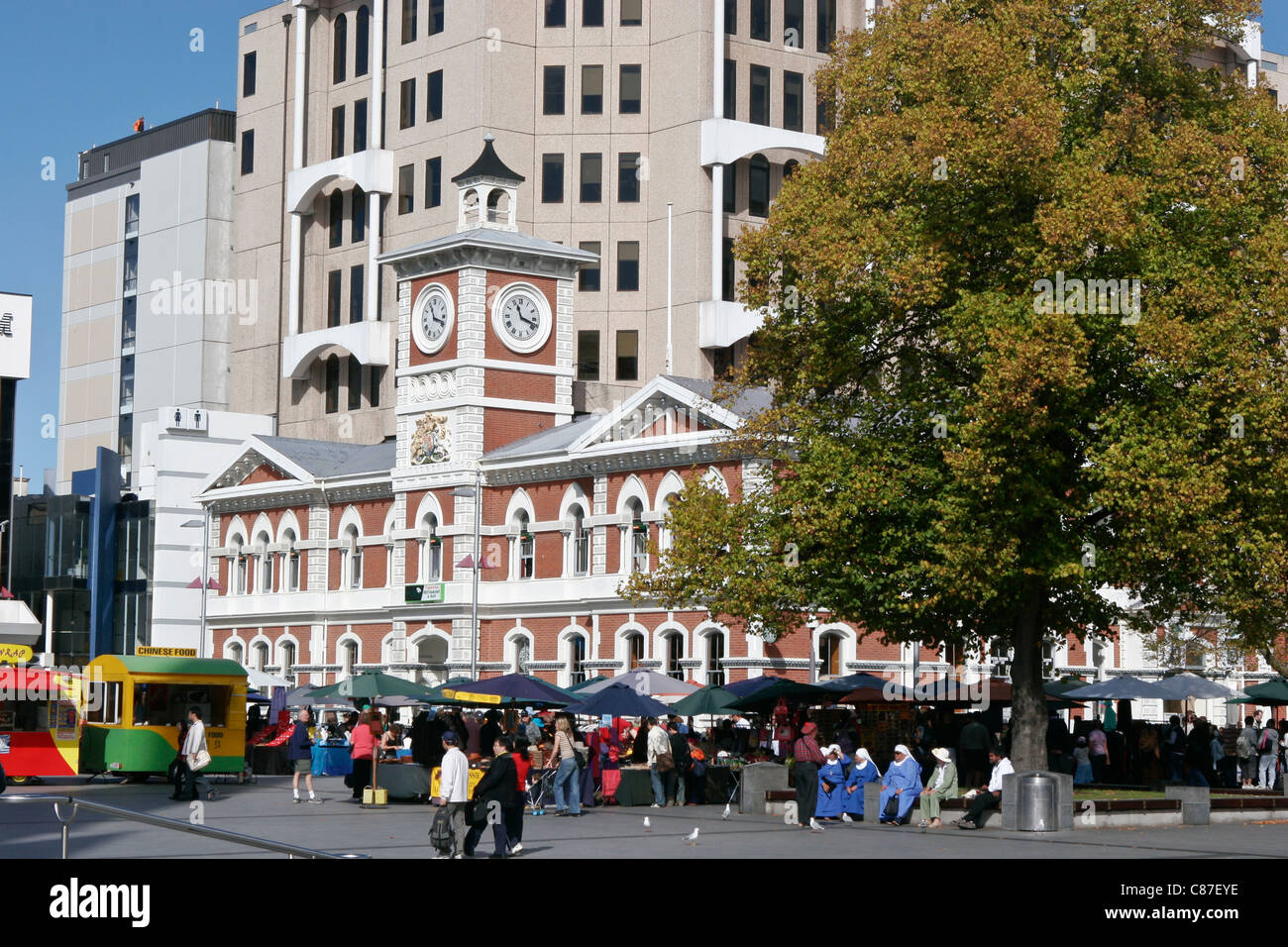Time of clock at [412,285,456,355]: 11:18
